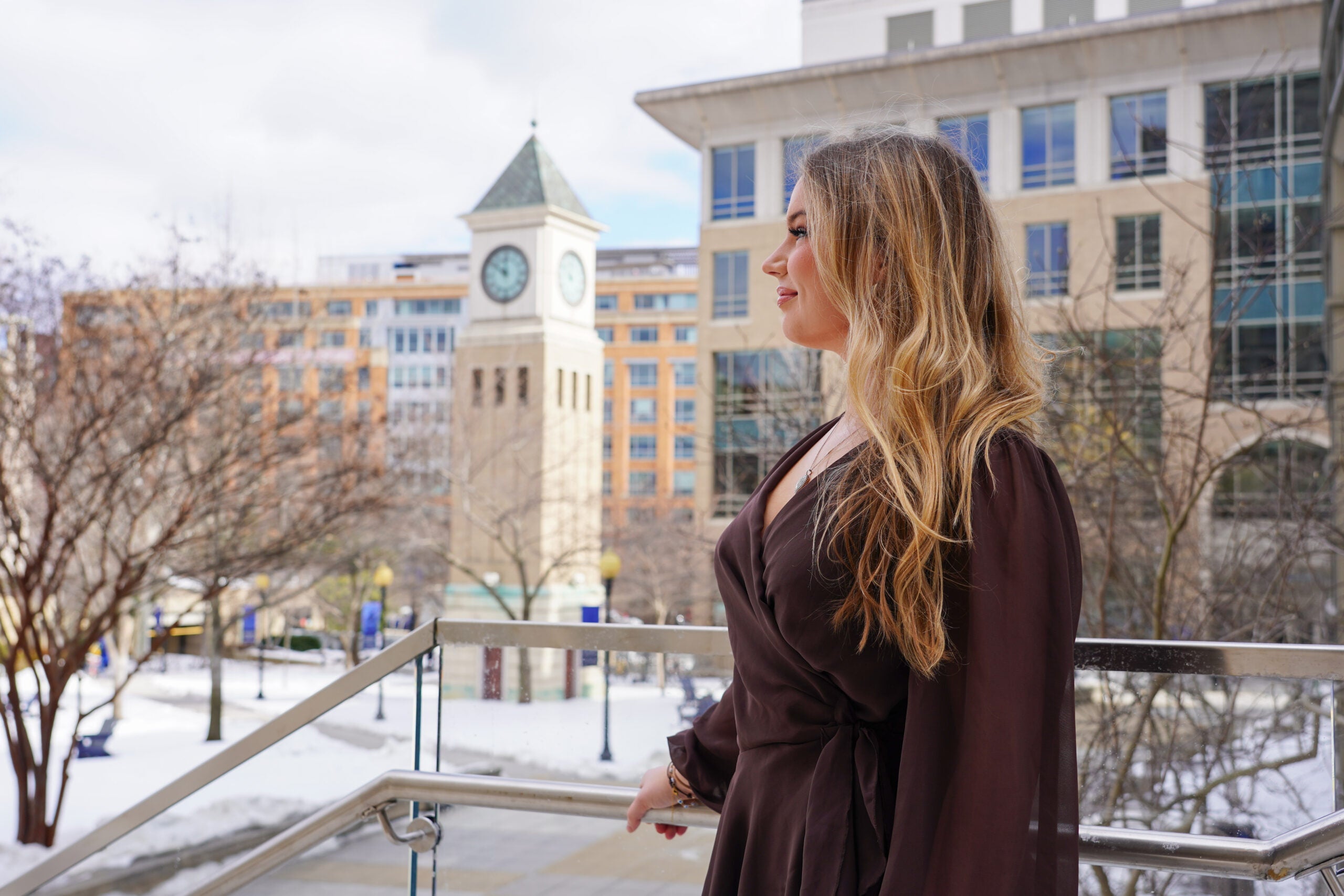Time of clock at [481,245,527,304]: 11:51
